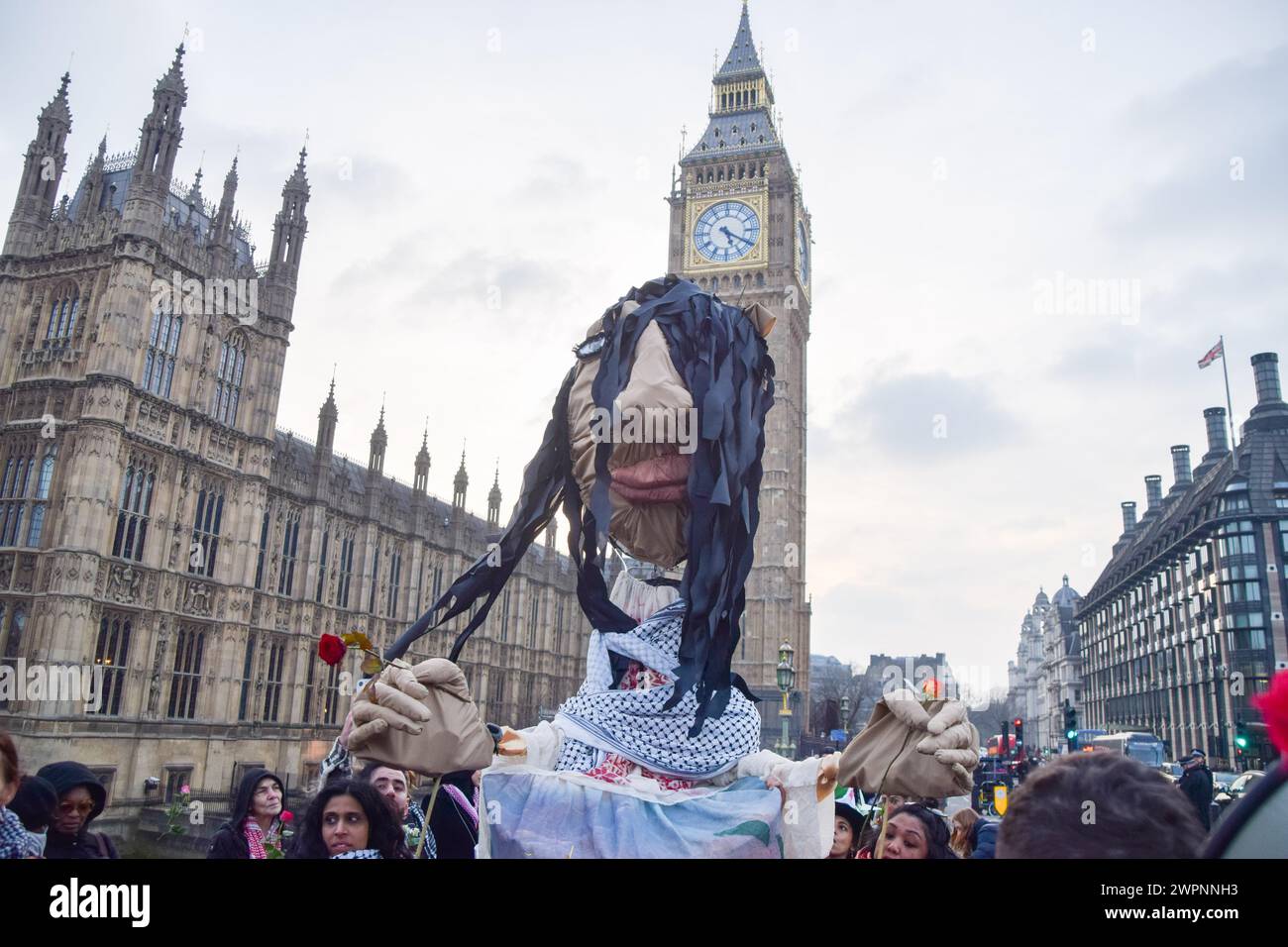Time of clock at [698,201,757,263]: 5:19
